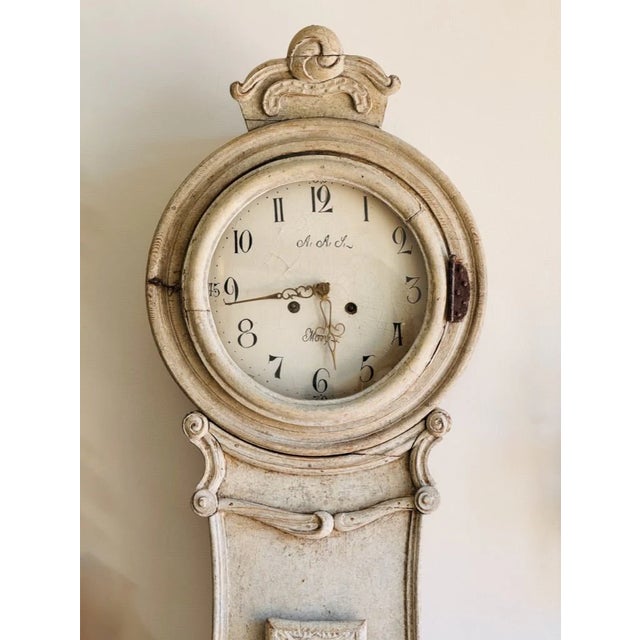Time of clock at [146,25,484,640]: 5:44
